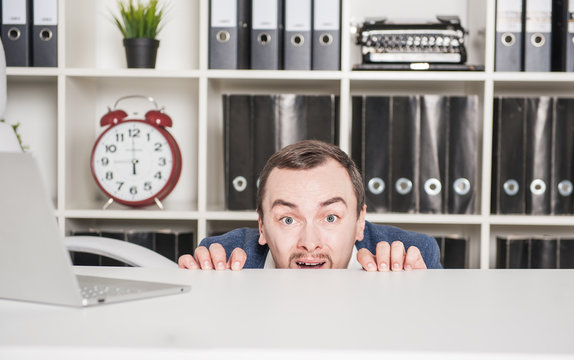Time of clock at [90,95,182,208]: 5:59
